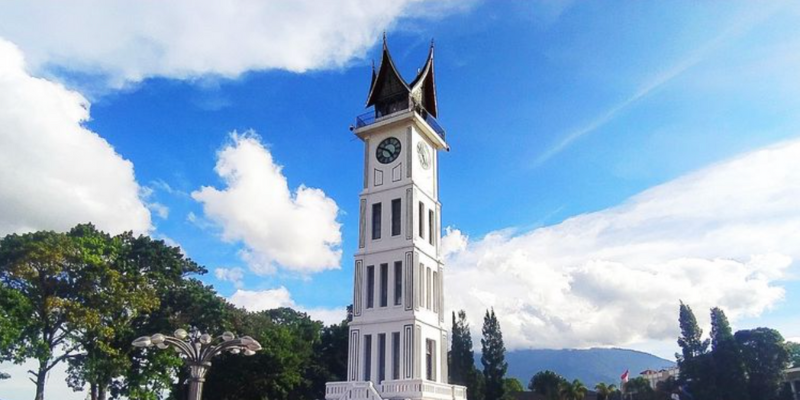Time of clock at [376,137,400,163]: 4:49
